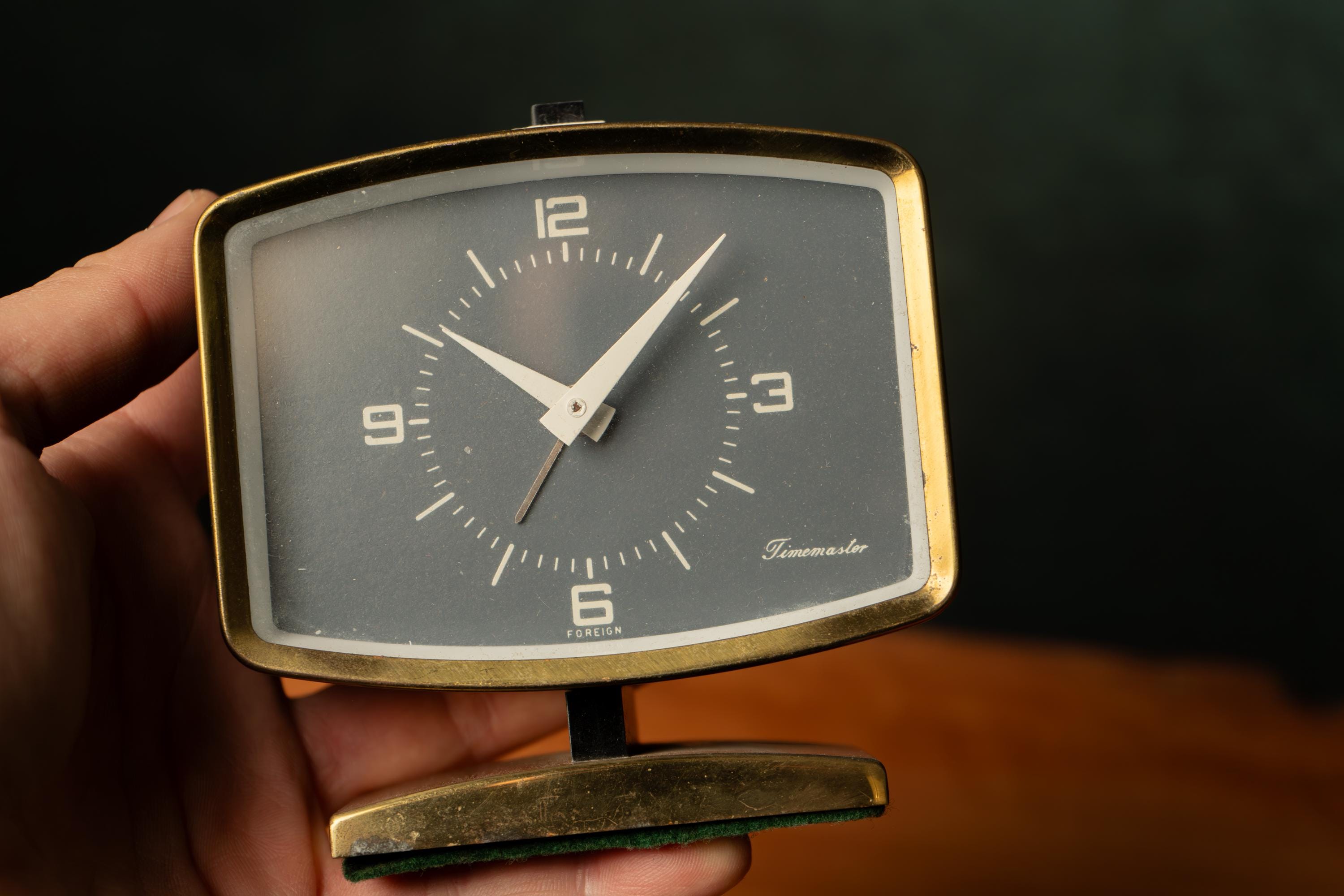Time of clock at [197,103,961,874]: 10:07
